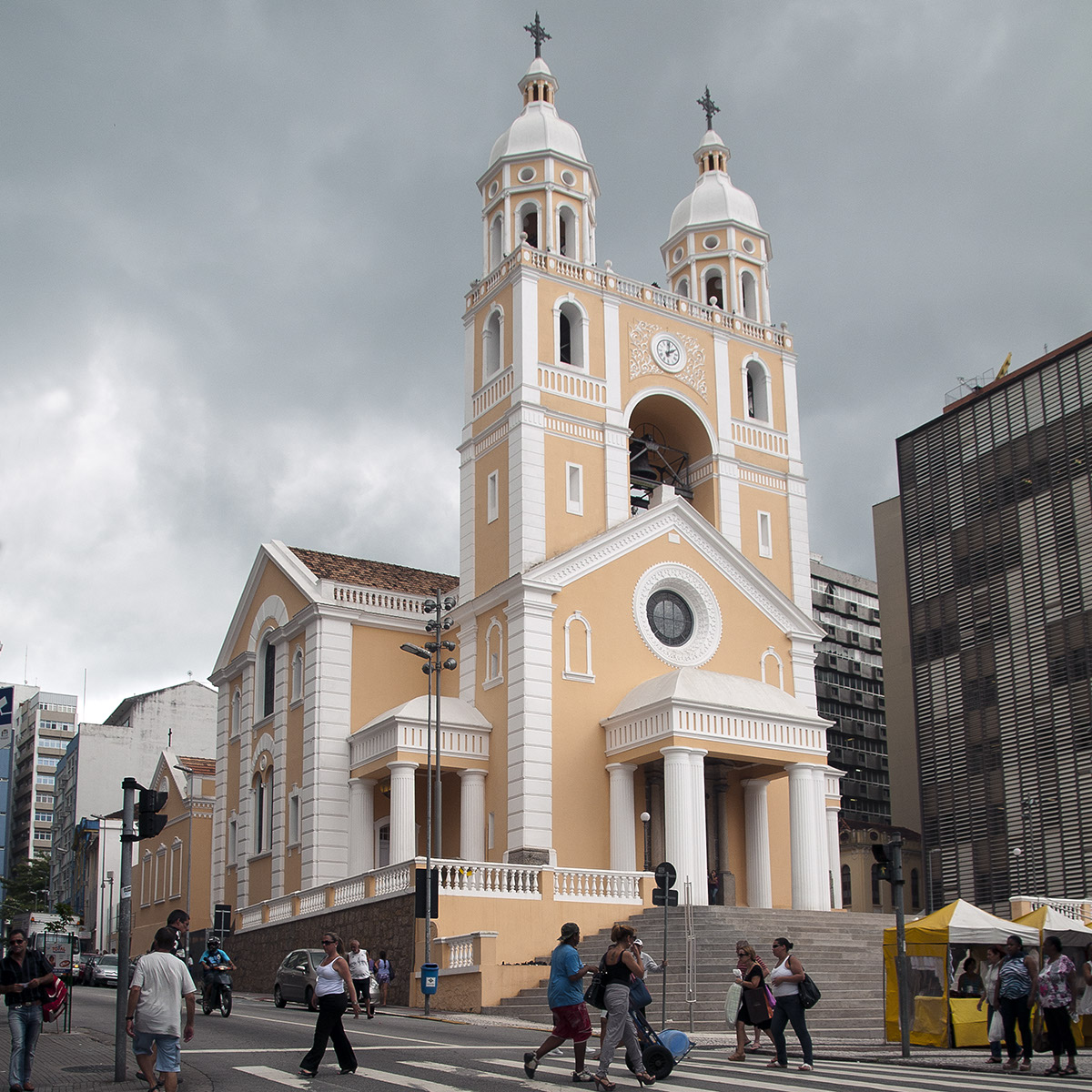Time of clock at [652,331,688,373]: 2:01
